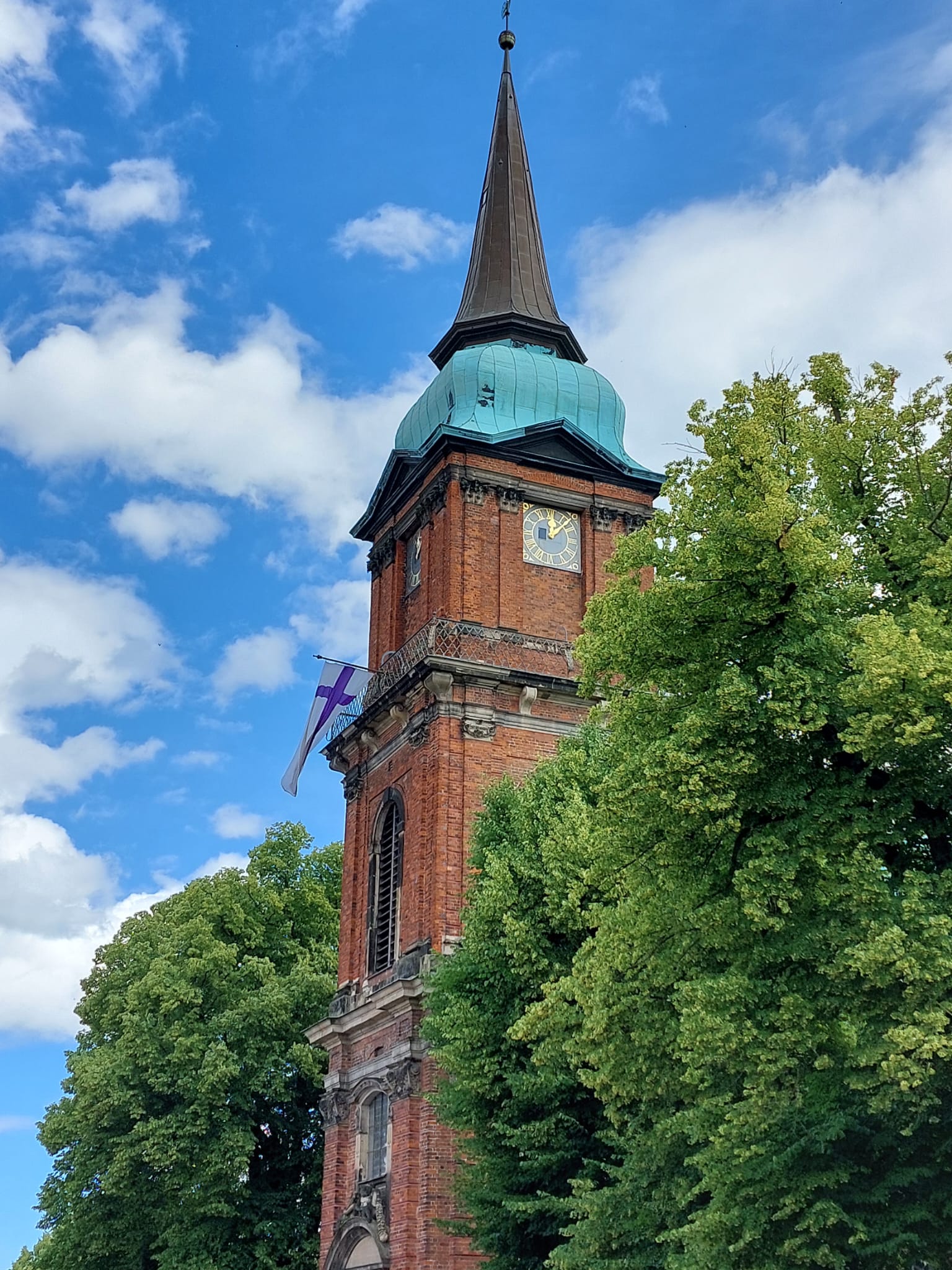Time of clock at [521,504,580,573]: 12:07
